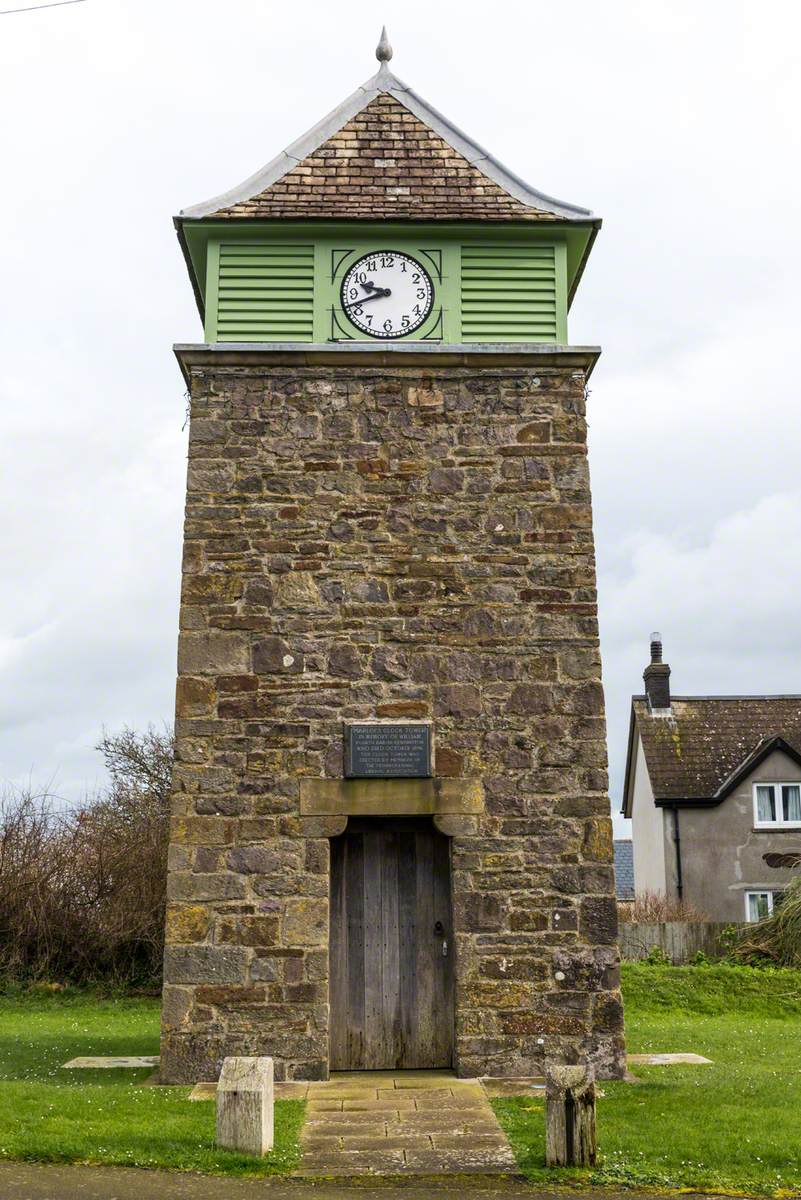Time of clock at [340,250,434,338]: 9:41
